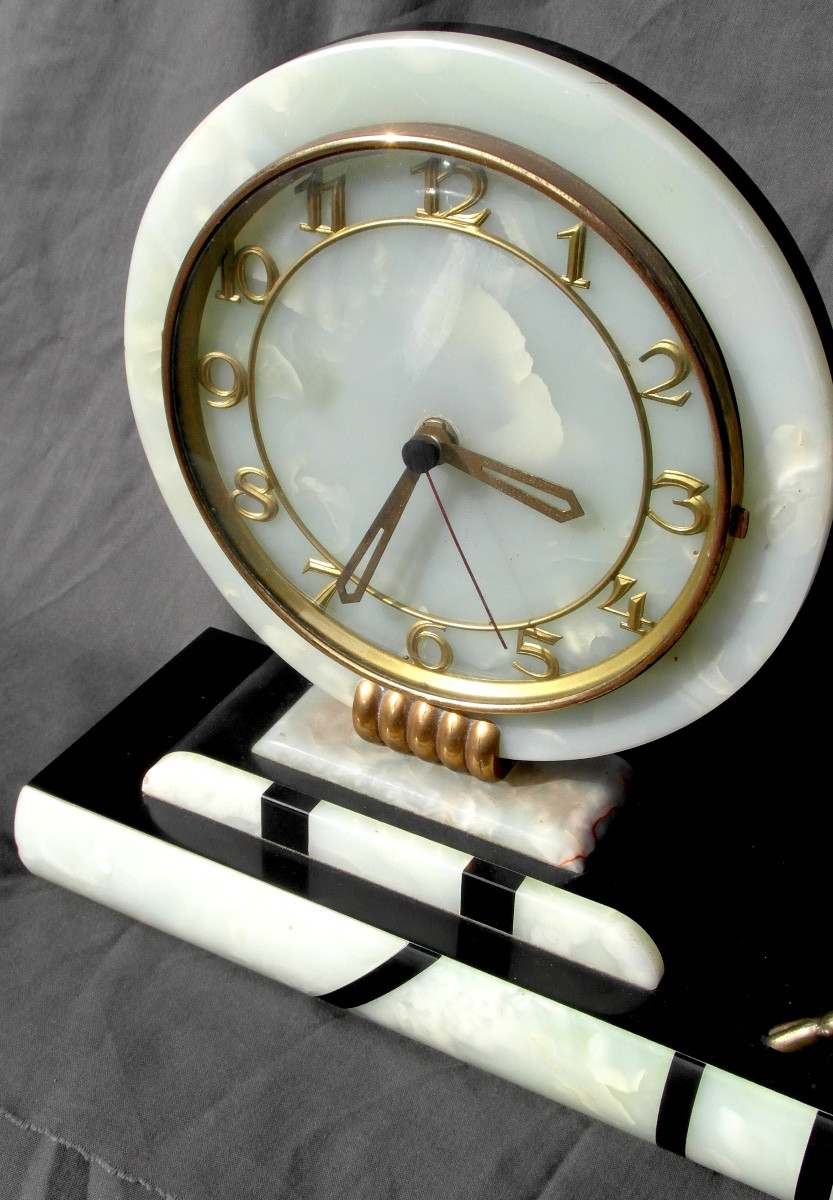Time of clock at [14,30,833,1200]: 3:34
